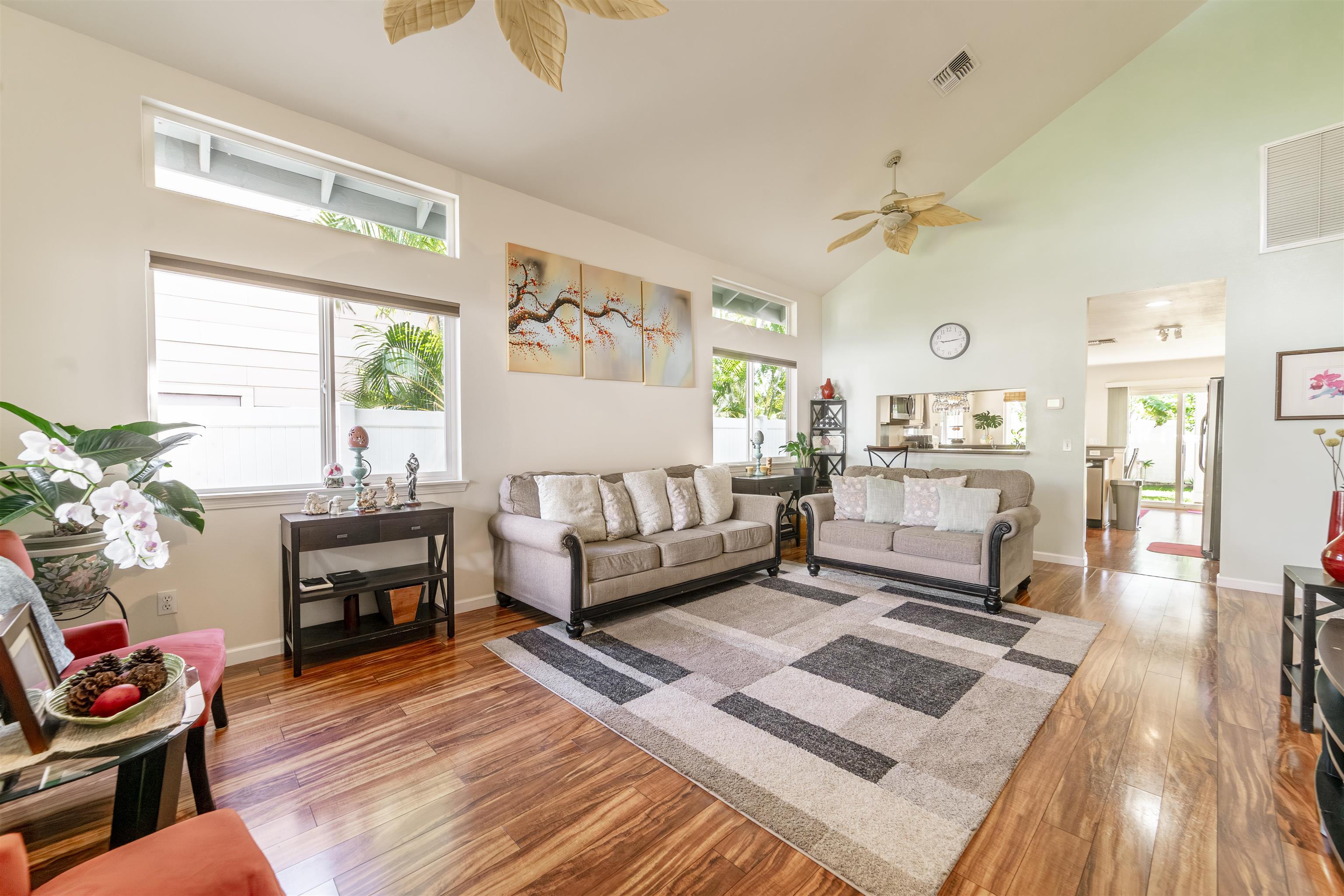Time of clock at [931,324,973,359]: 9:14
